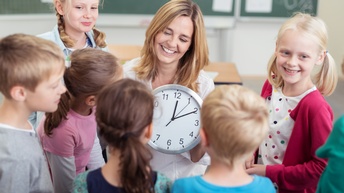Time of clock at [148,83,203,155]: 12:10
